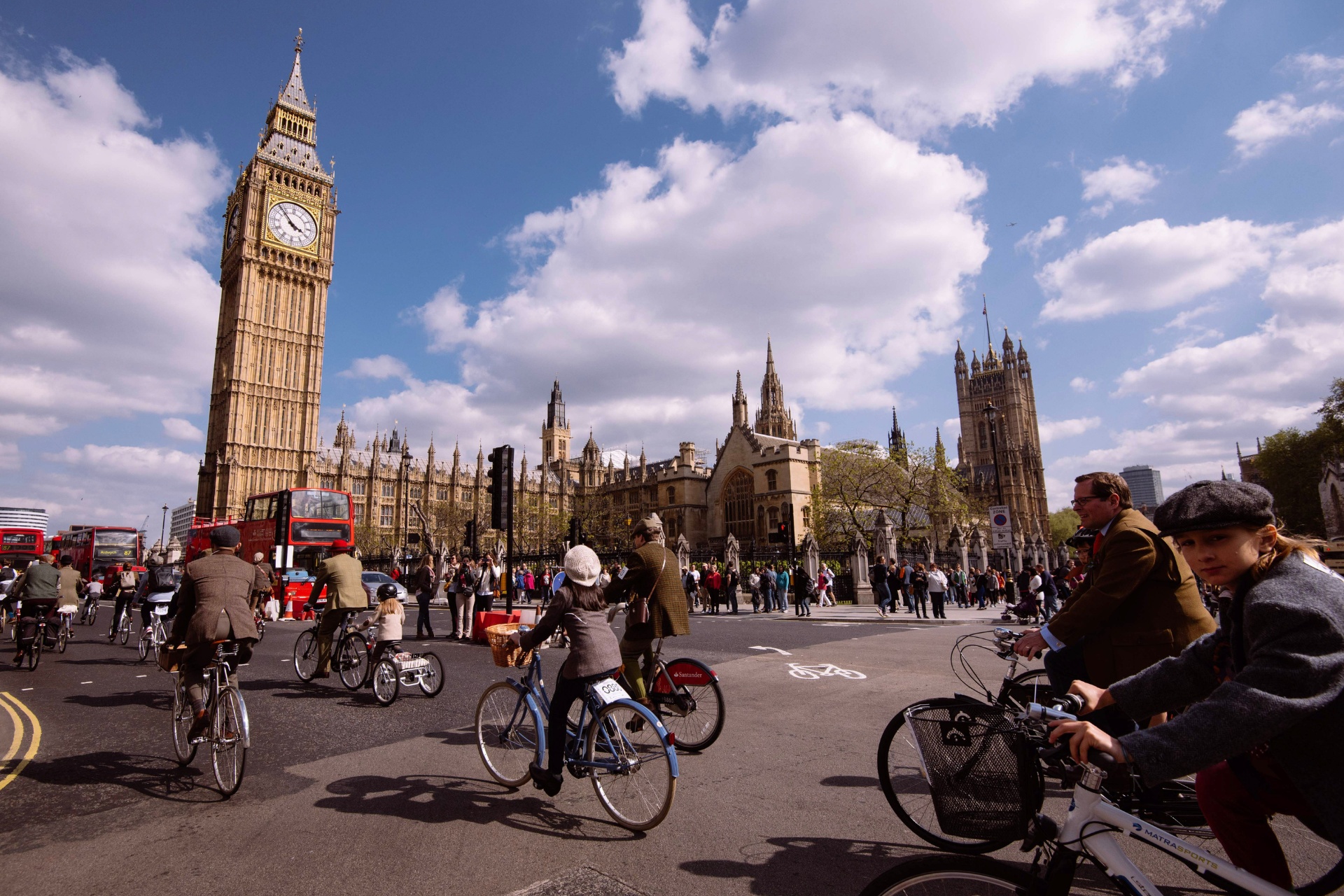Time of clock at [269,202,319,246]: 3:53
